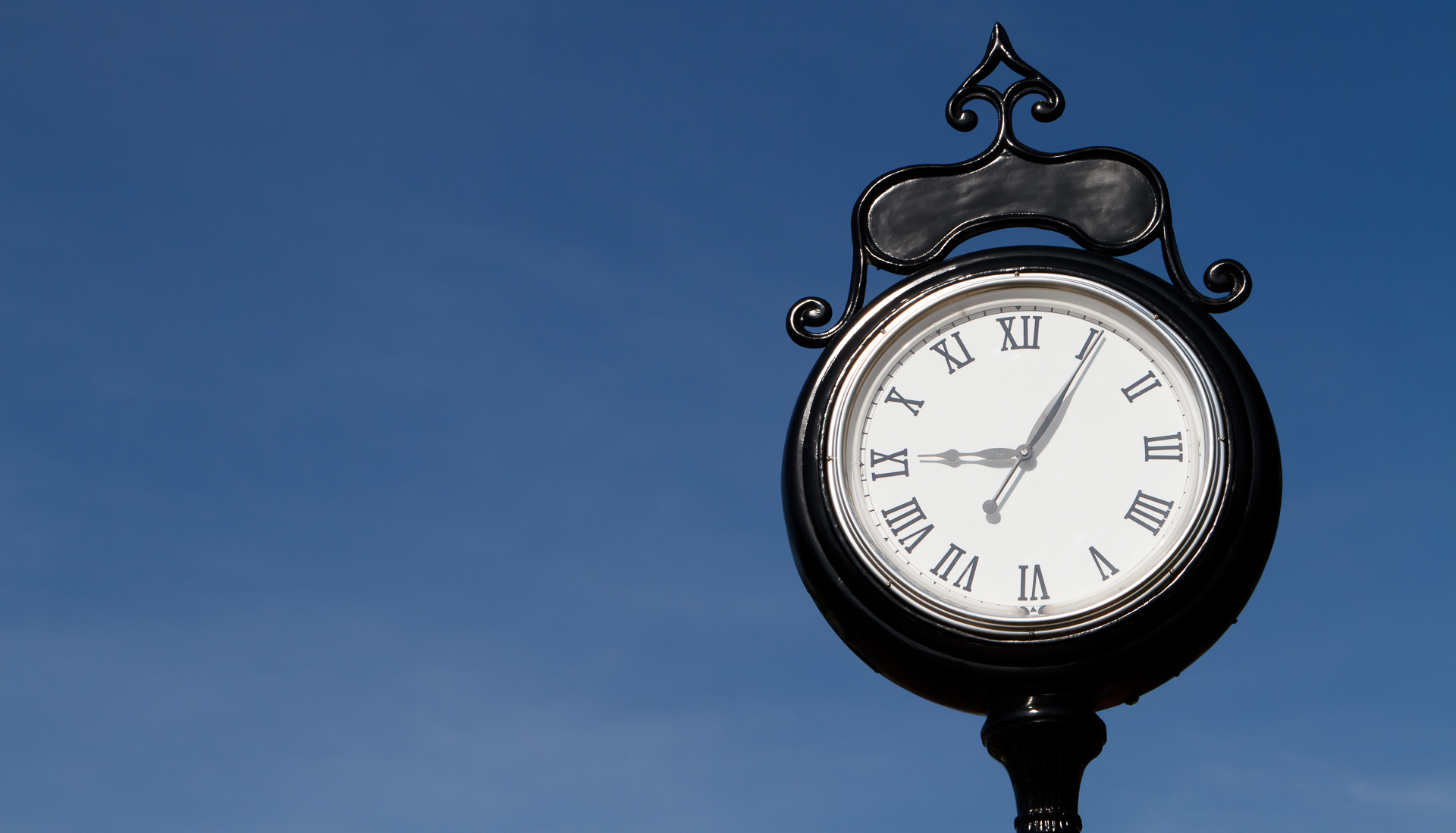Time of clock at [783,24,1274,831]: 9:05
